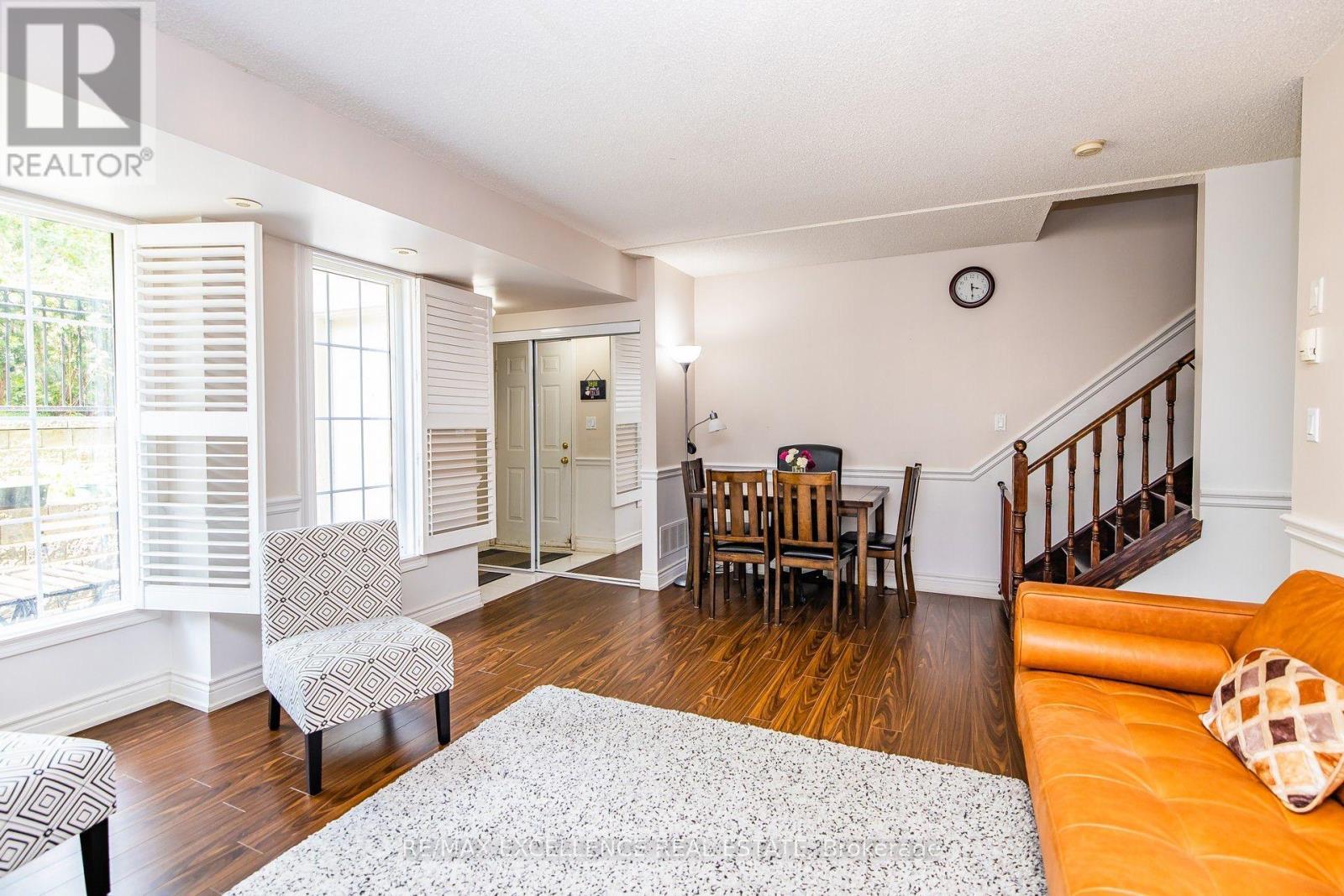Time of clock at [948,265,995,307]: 3:29
